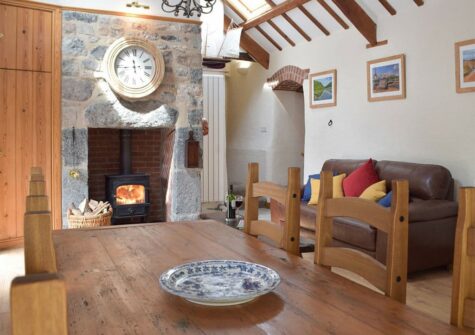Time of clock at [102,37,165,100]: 11:43
